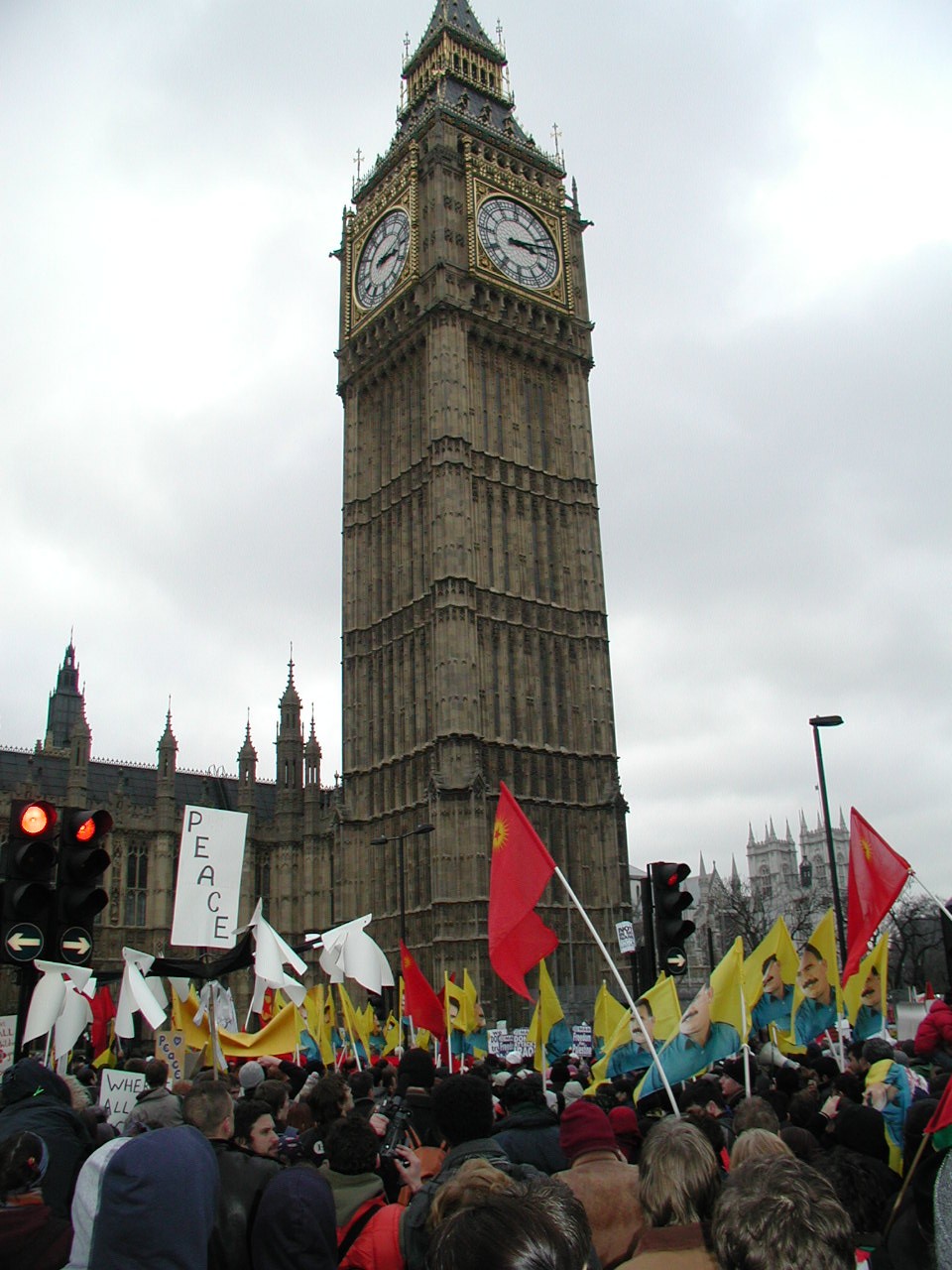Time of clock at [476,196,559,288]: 3:12
